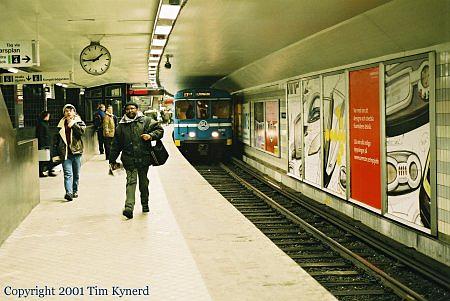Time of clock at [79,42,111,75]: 1:44
